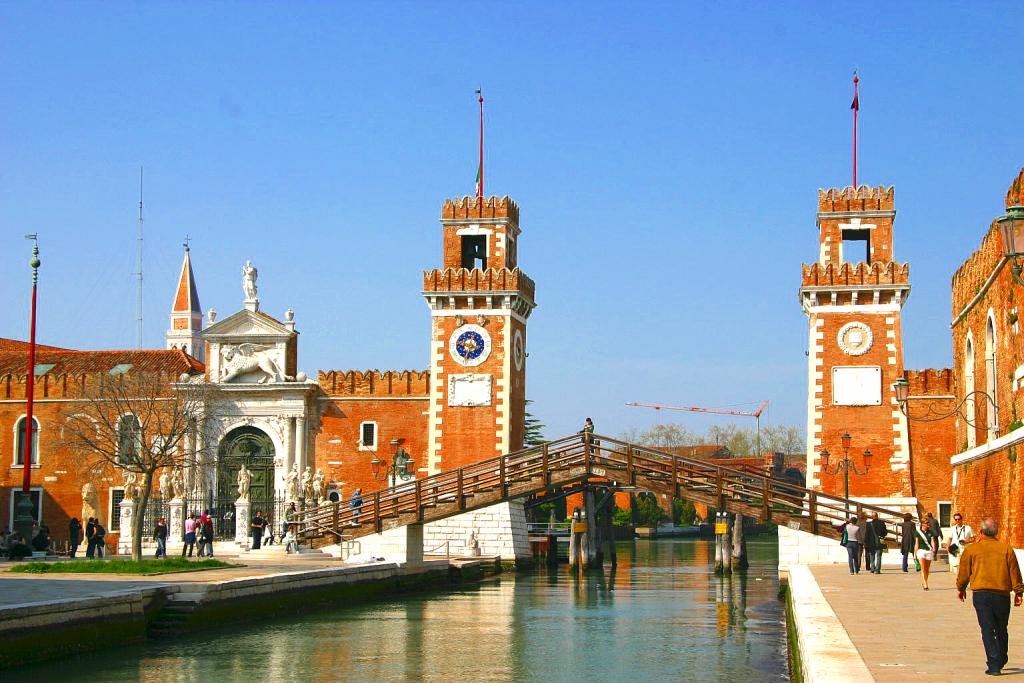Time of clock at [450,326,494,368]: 12:33
